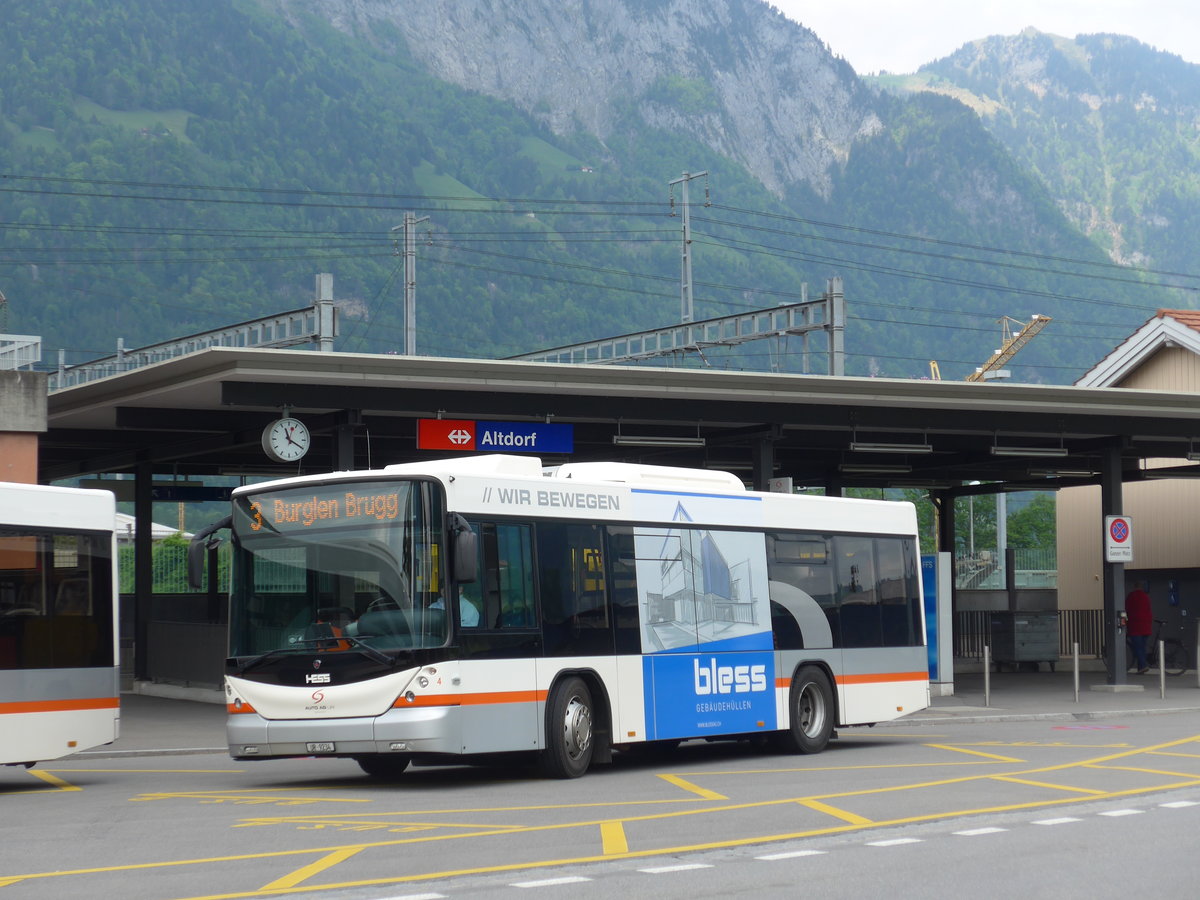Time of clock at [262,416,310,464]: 11:19
